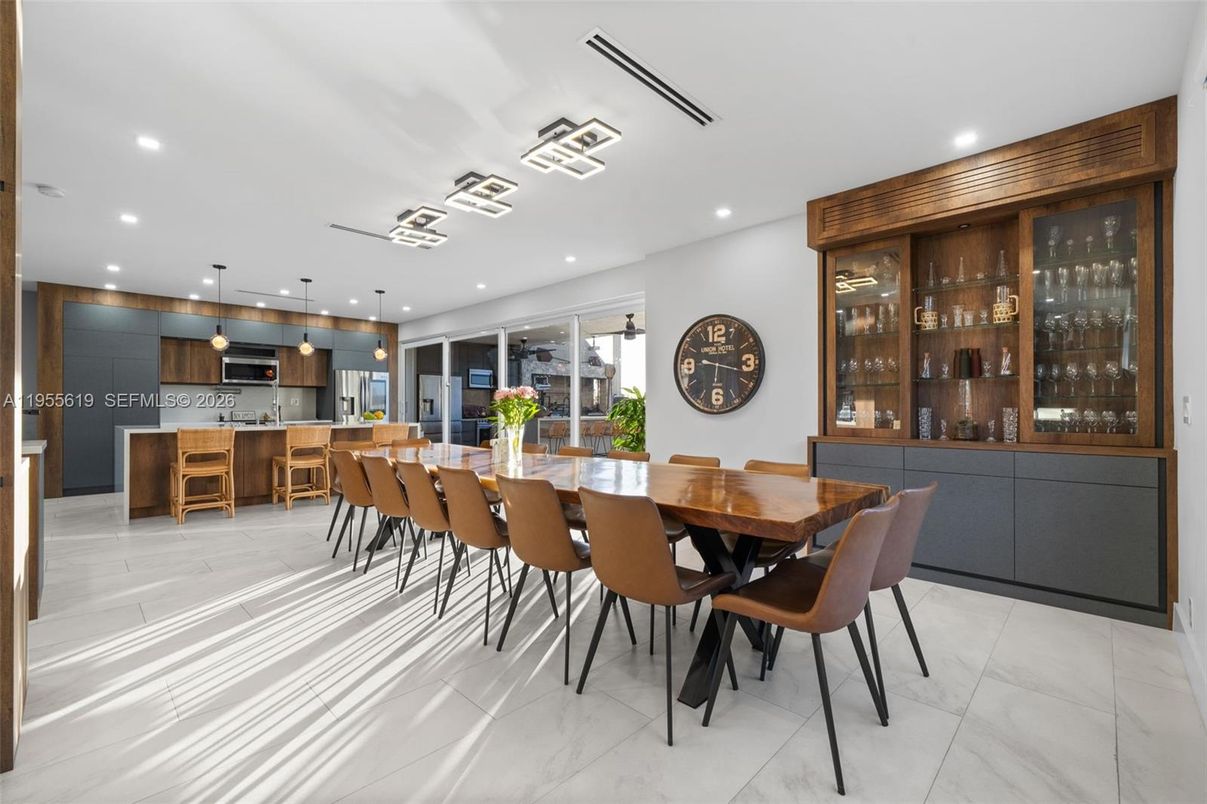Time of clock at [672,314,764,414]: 9:17
